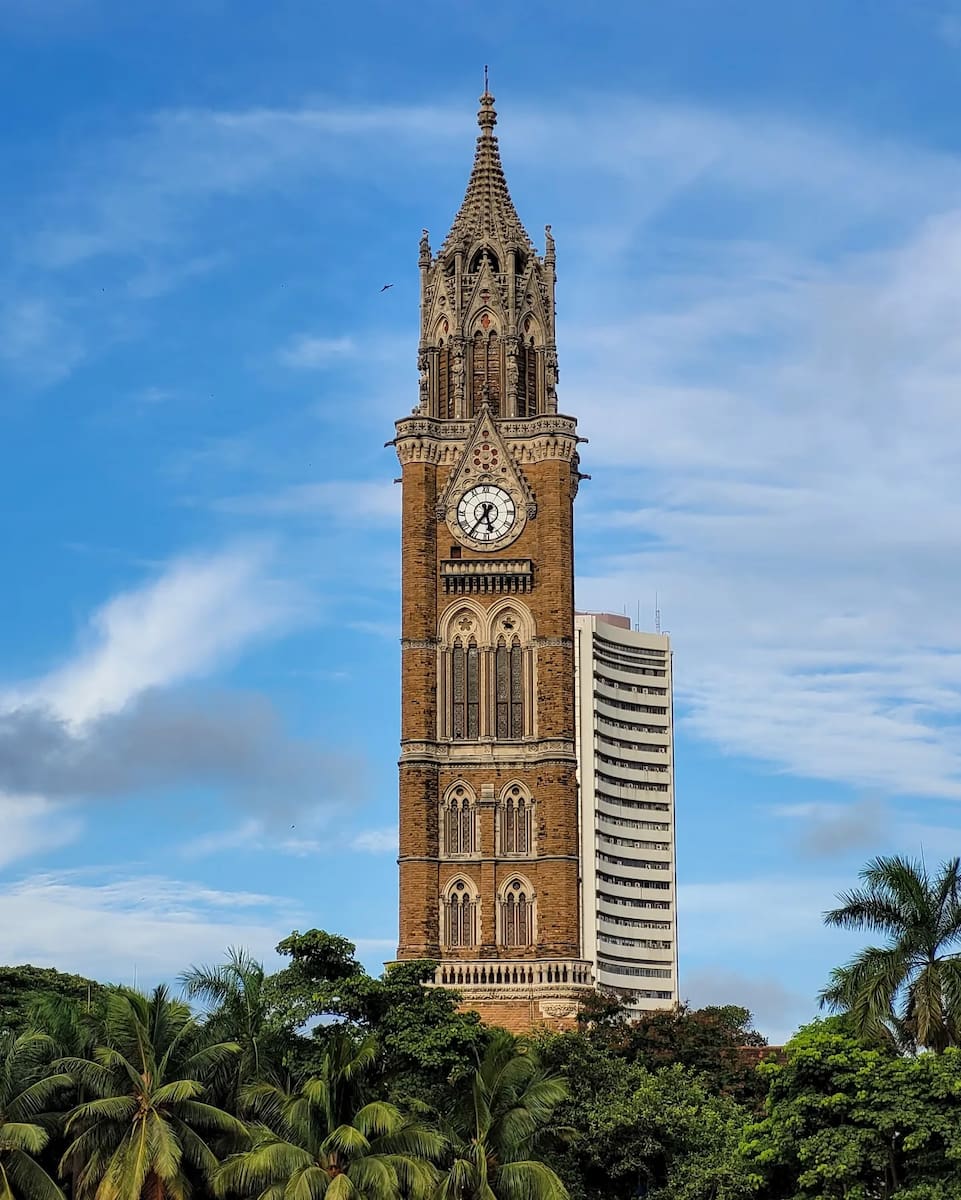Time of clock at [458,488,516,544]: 5:36
